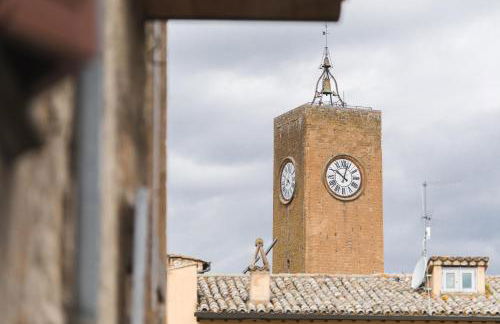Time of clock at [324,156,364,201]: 10:03
